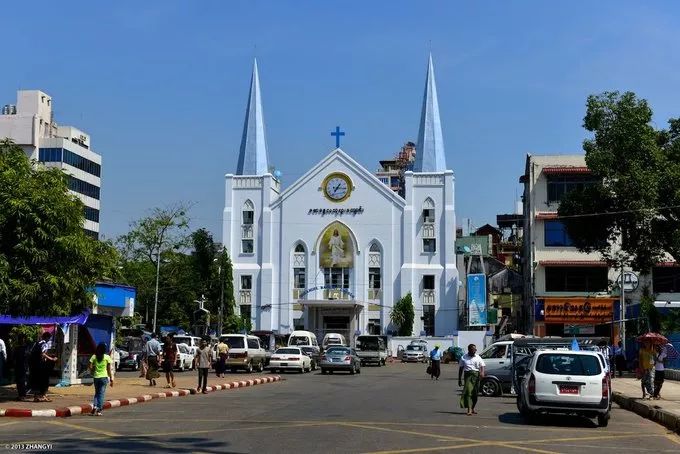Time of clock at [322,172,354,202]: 7:15
